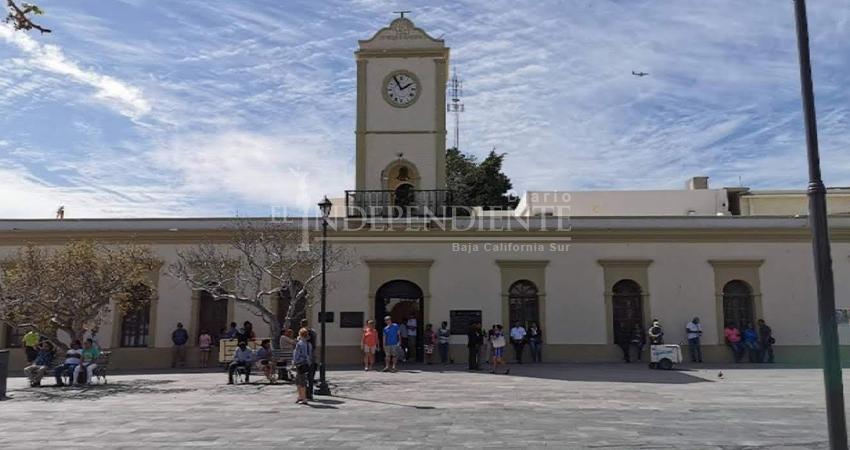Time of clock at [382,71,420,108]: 1:55
